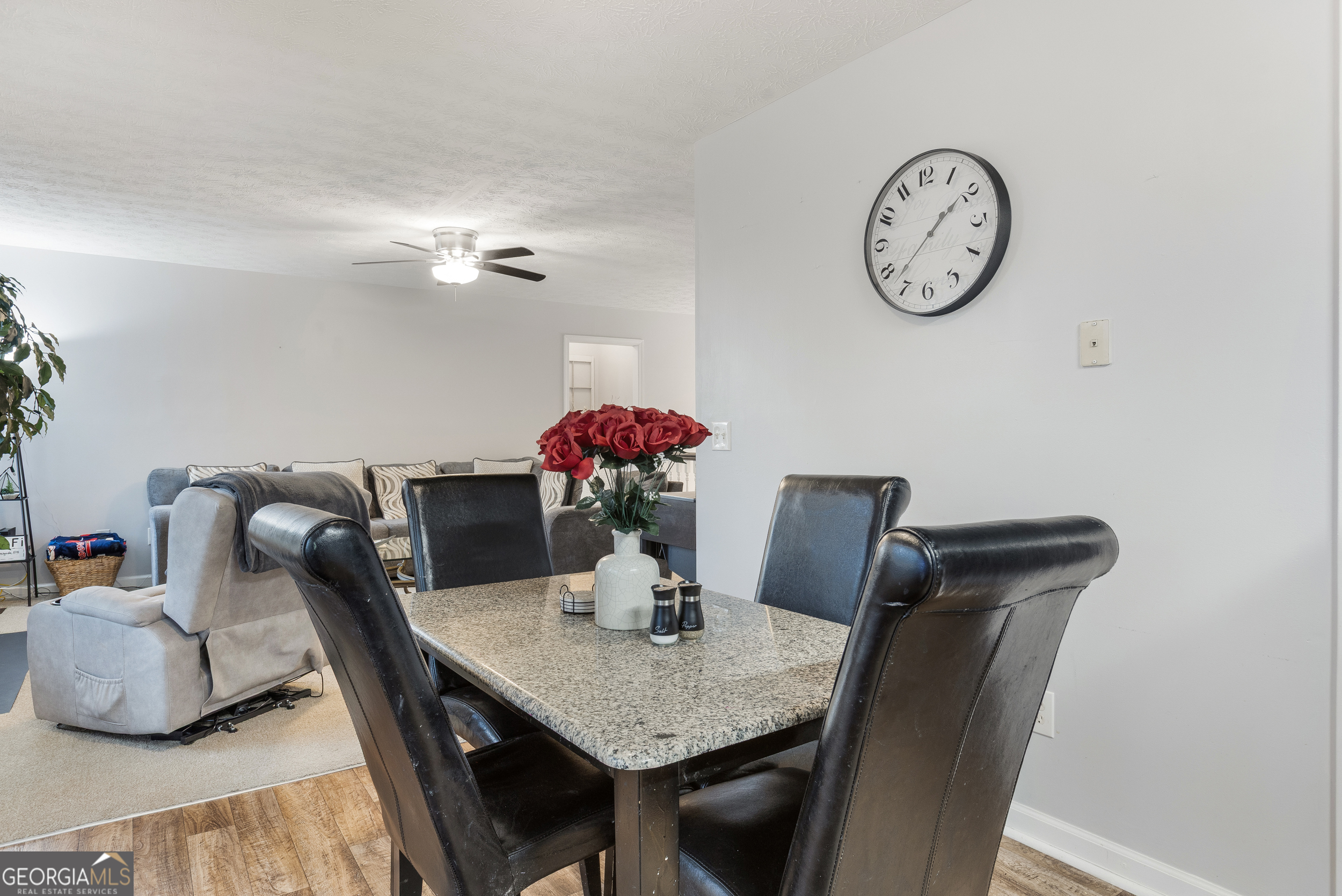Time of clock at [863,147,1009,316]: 1:37
